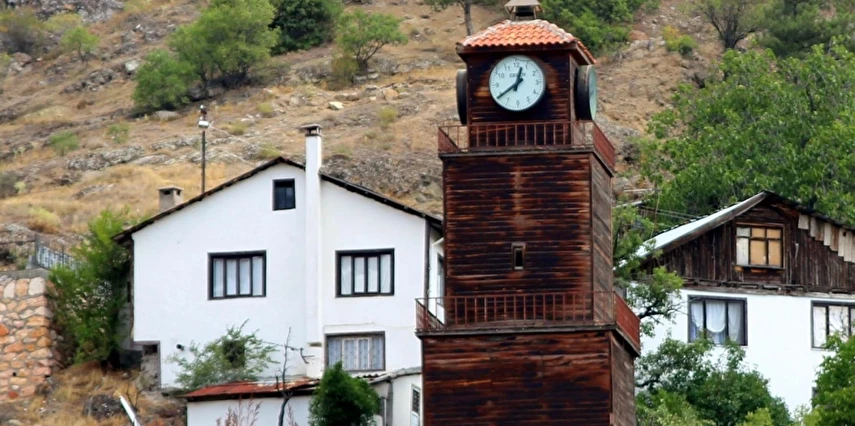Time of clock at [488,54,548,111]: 12:39
